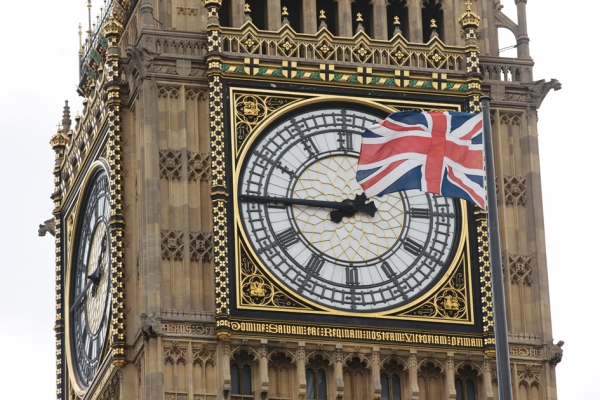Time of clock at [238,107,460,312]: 1:45
